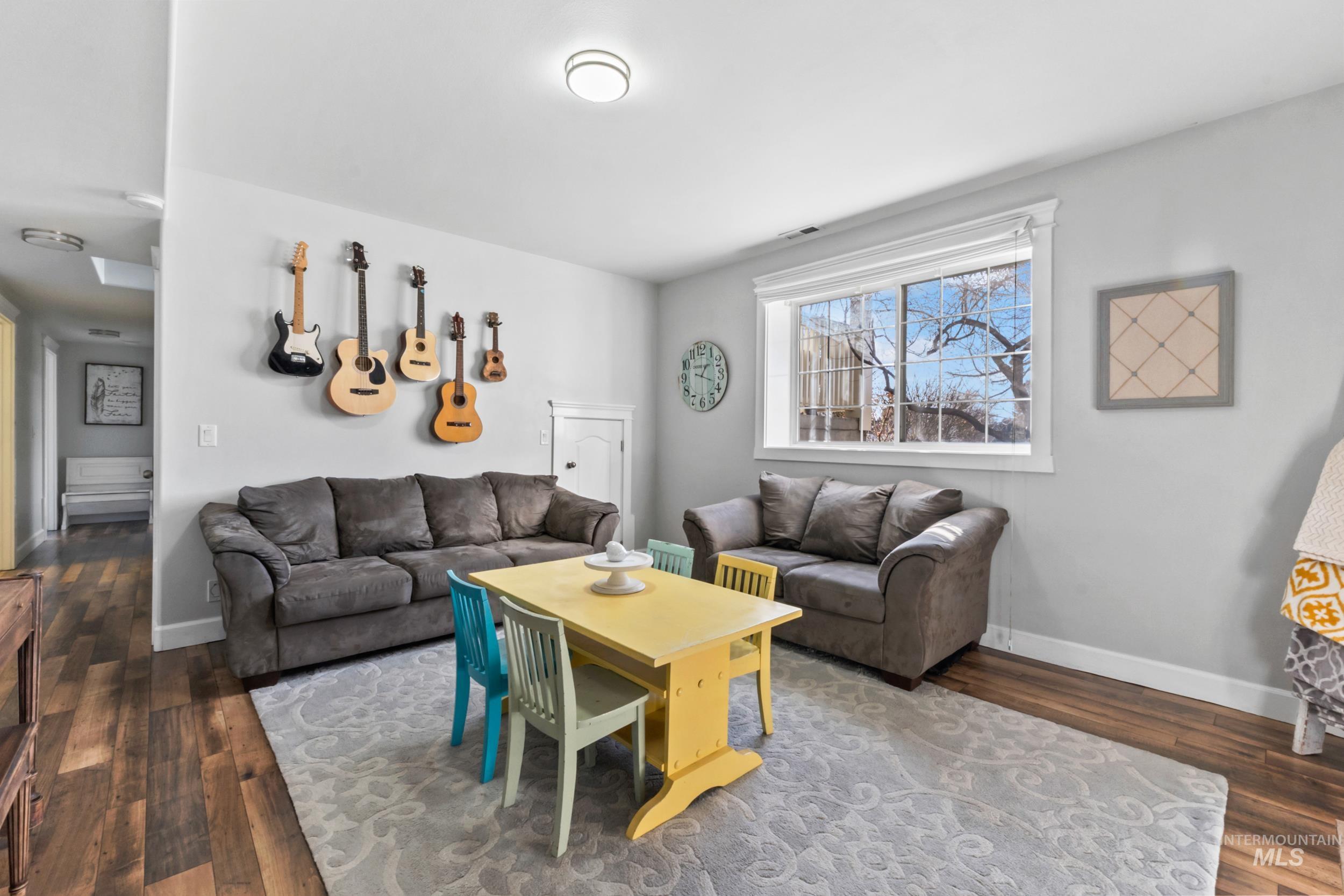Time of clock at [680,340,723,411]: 1:18
